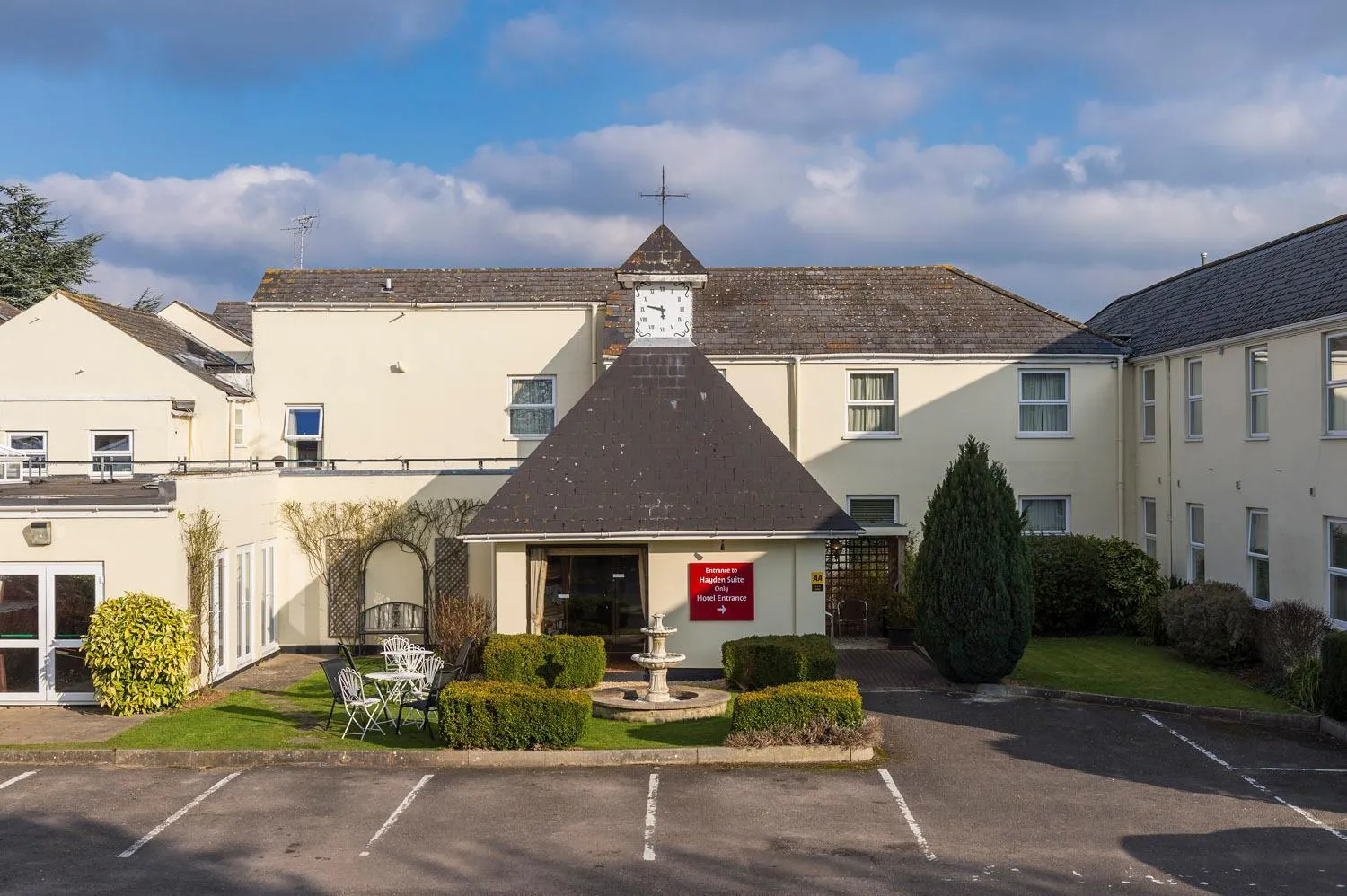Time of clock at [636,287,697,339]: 5:47
